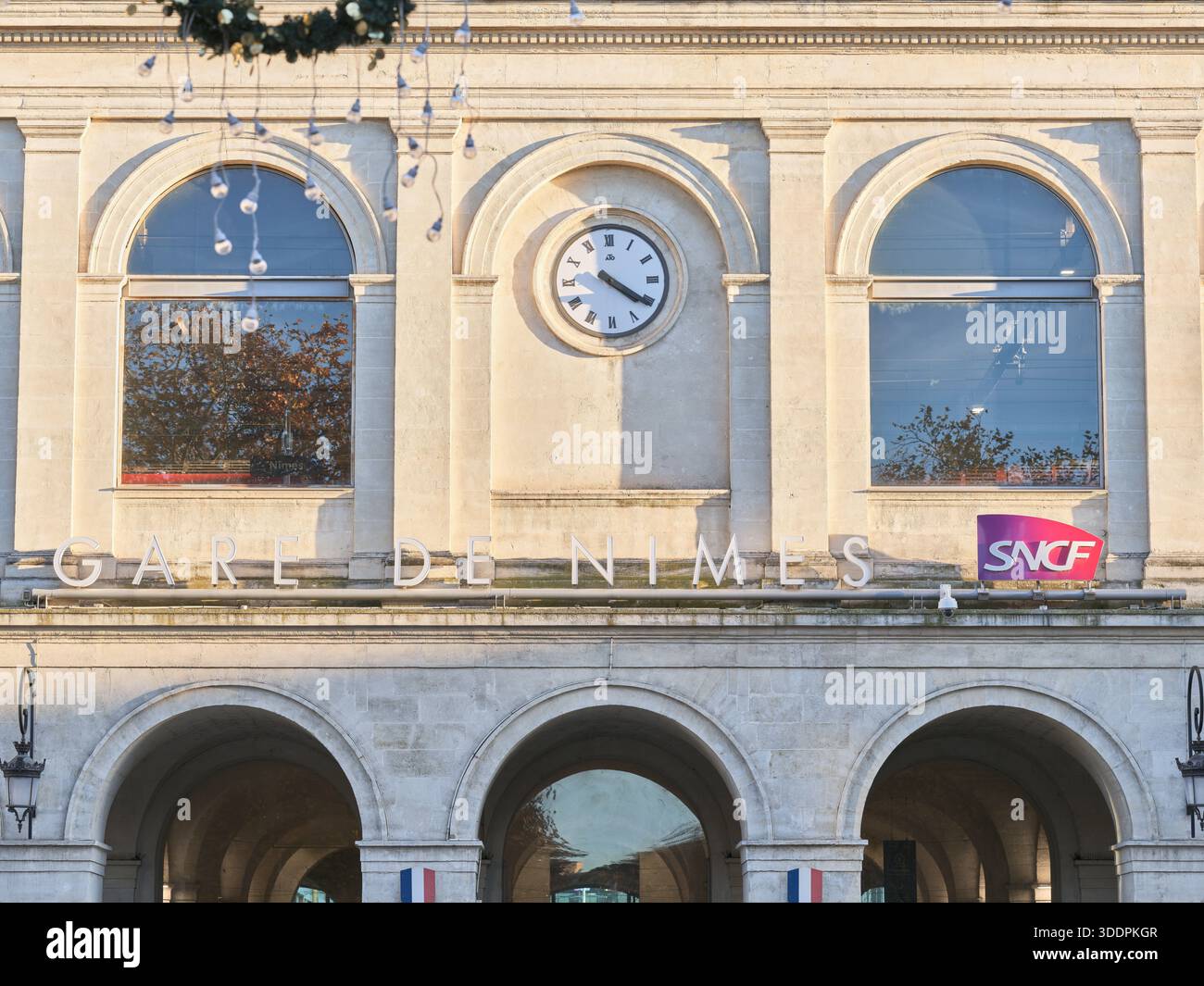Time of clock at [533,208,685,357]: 4:20
